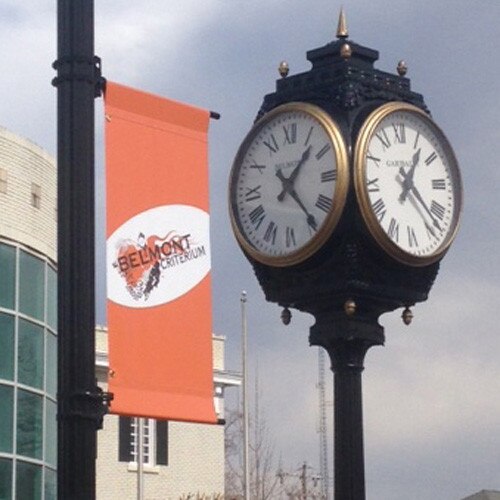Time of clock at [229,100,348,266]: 1:23
